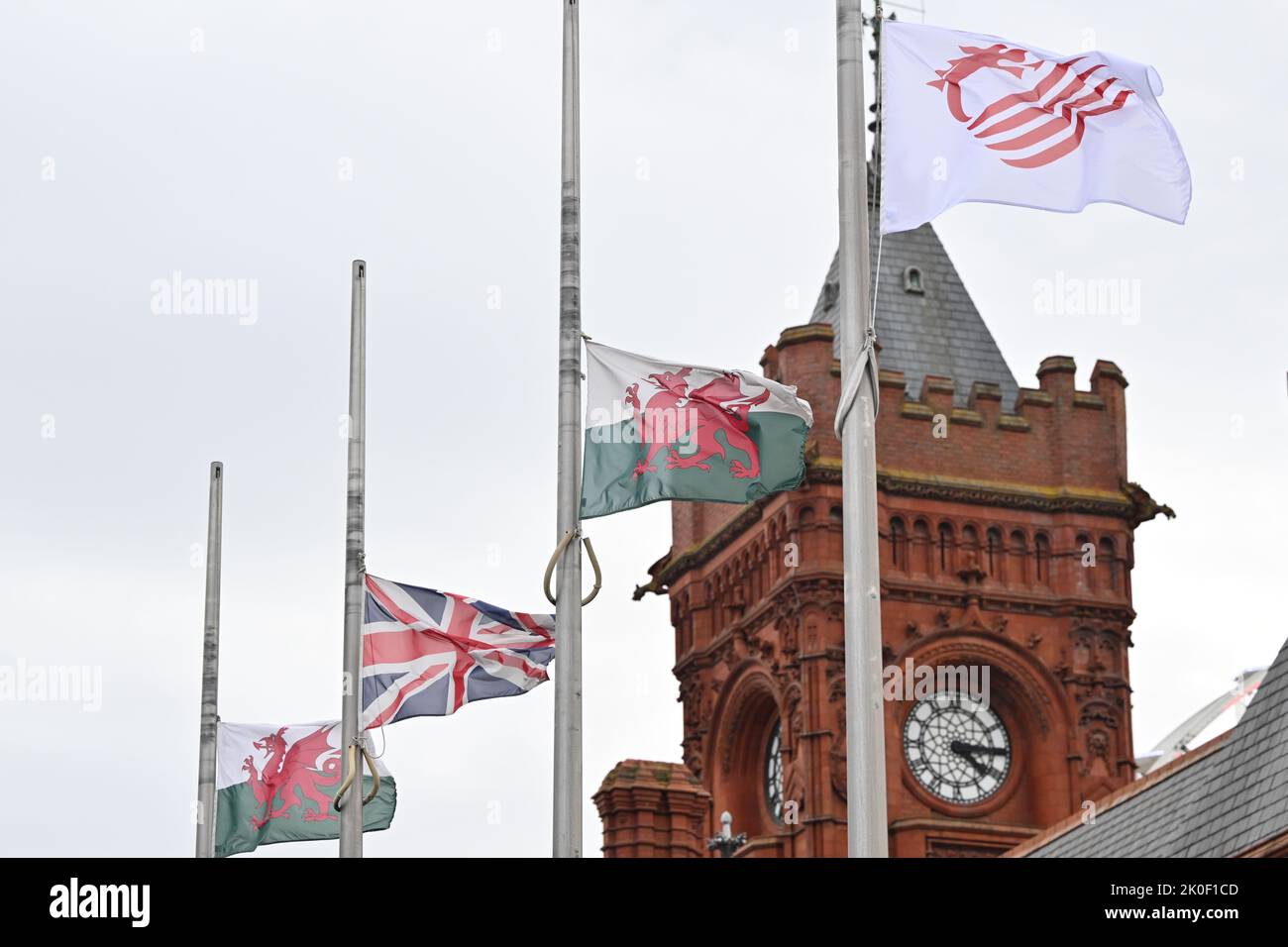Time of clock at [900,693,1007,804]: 4:14
